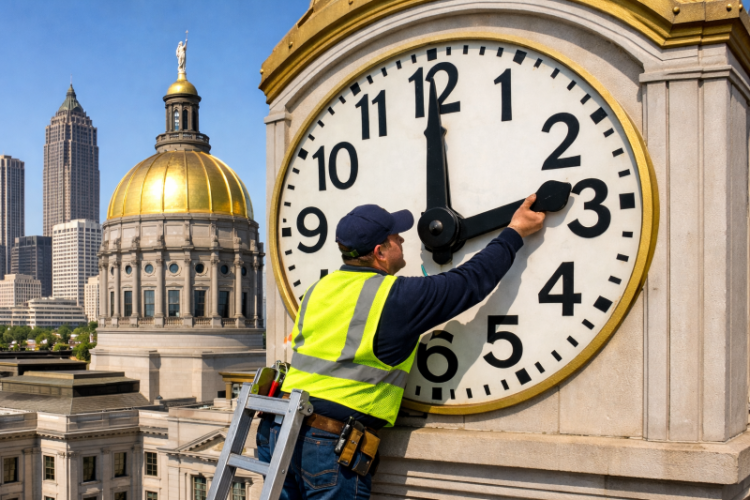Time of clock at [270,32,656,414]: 12:00
